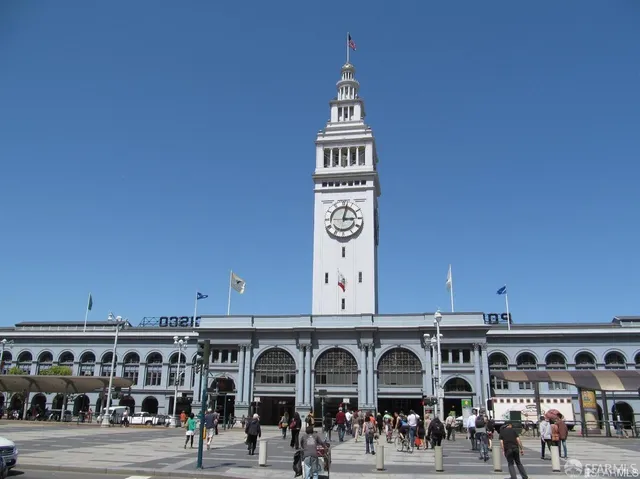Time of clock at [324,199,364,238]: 3:02
